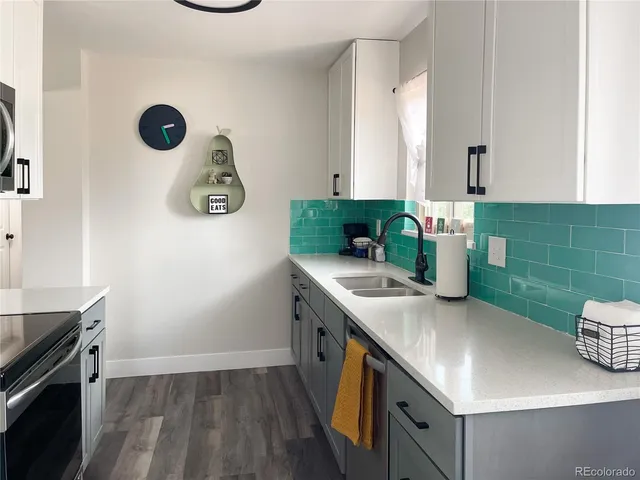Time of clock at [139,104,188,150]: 2:26
